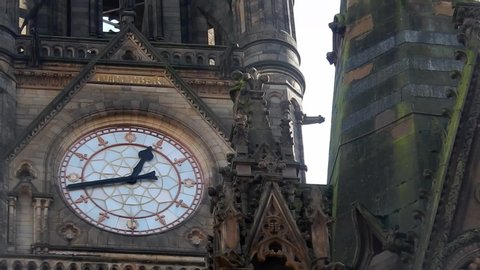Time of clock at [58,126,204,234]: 12:43
